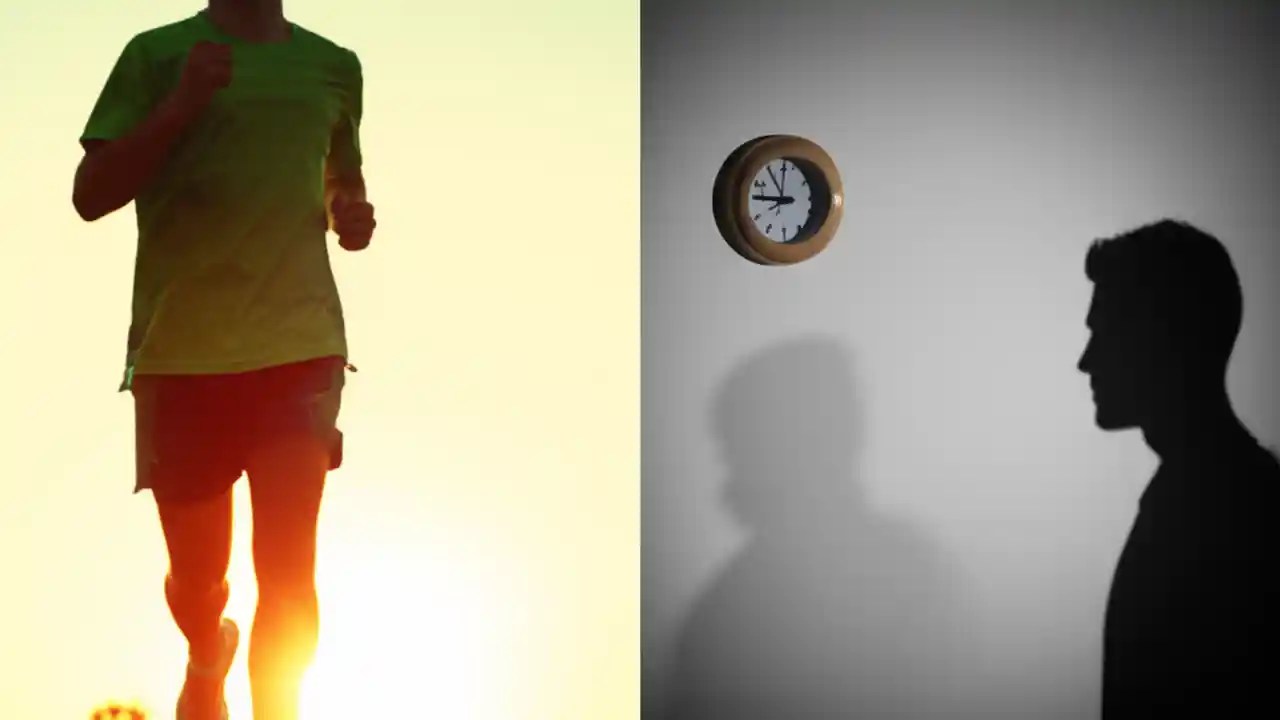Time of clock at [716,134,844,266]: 9:01
